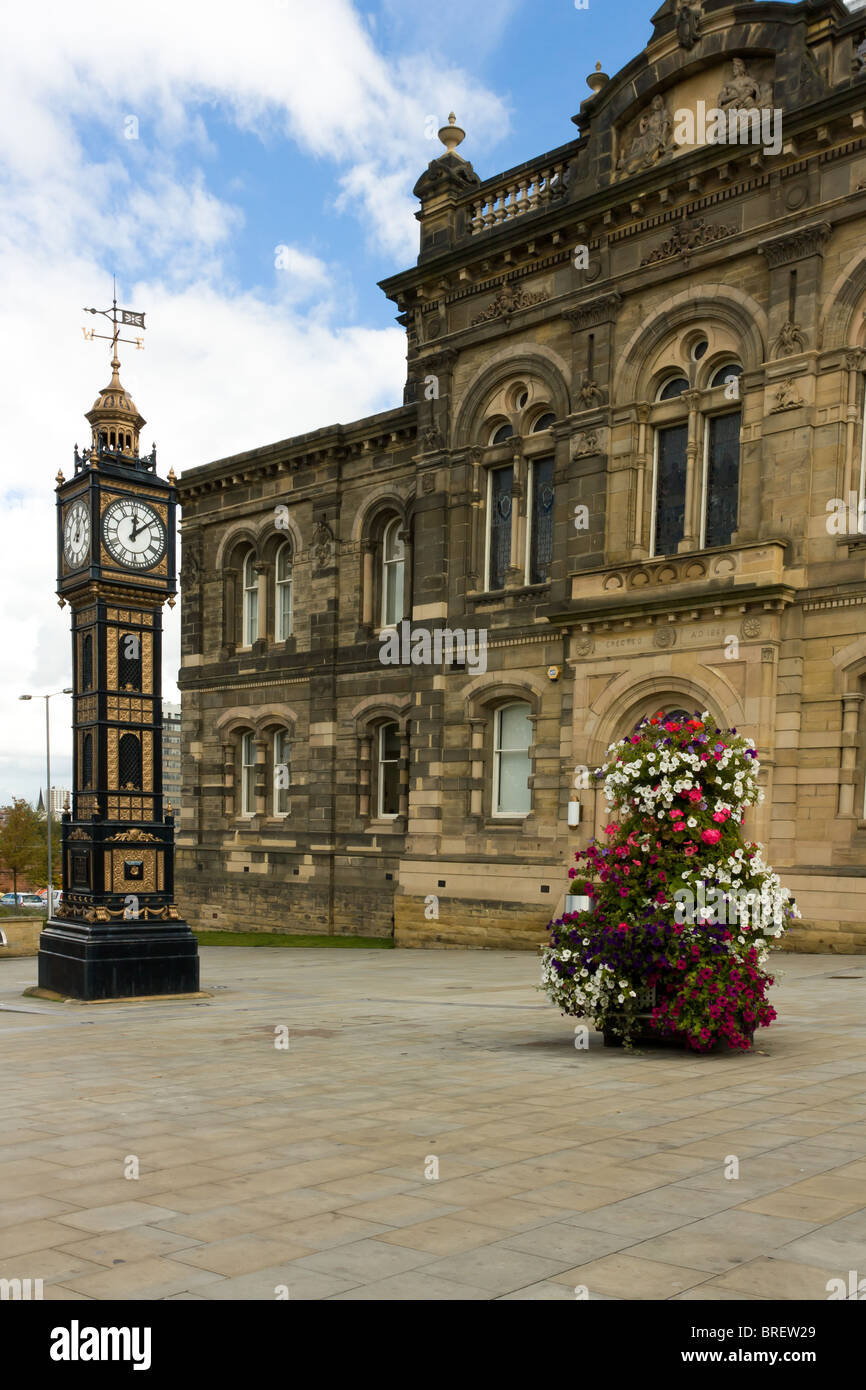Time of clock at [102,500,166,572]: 12:08
